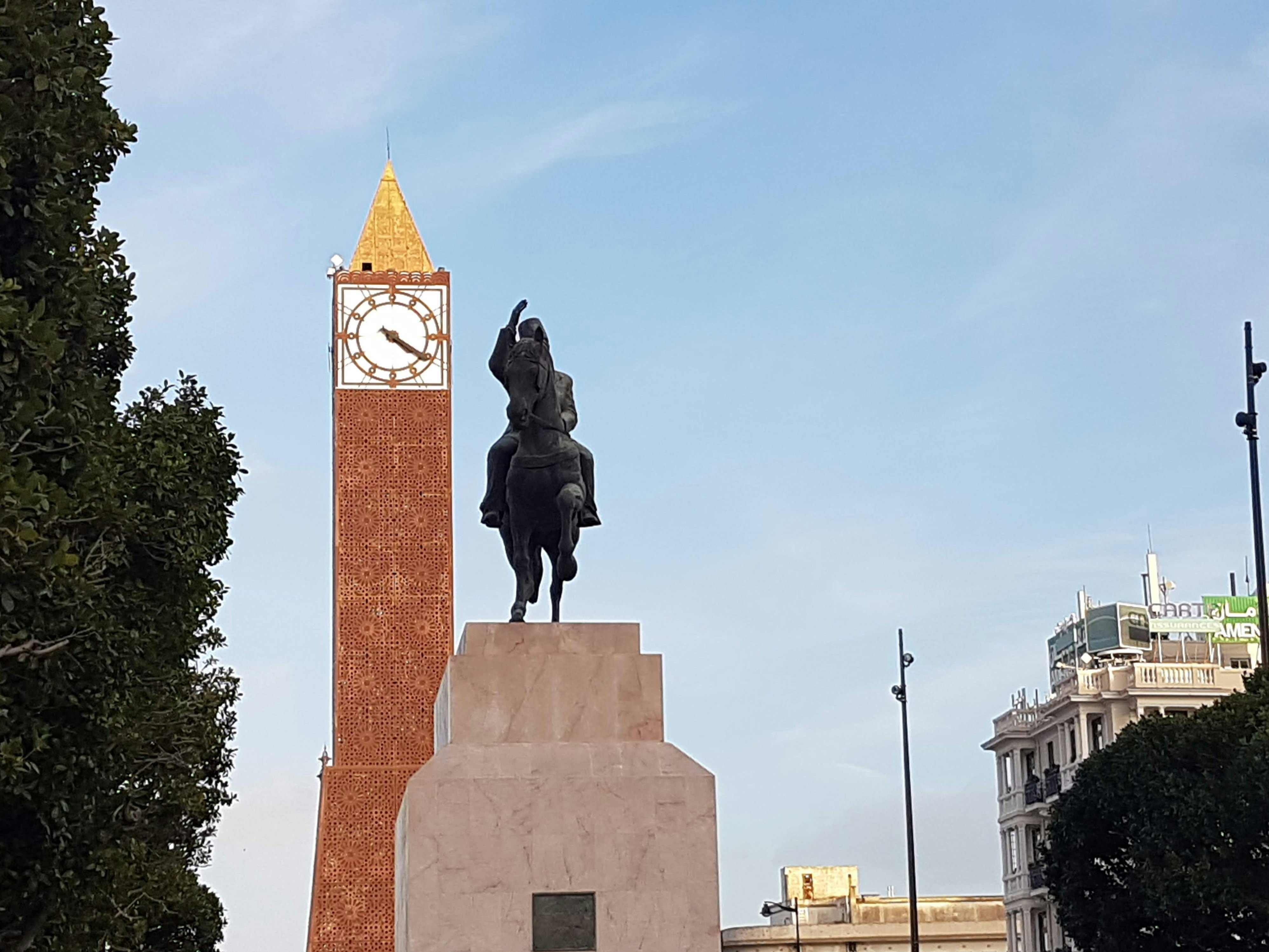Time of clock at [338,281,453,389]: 4:20
